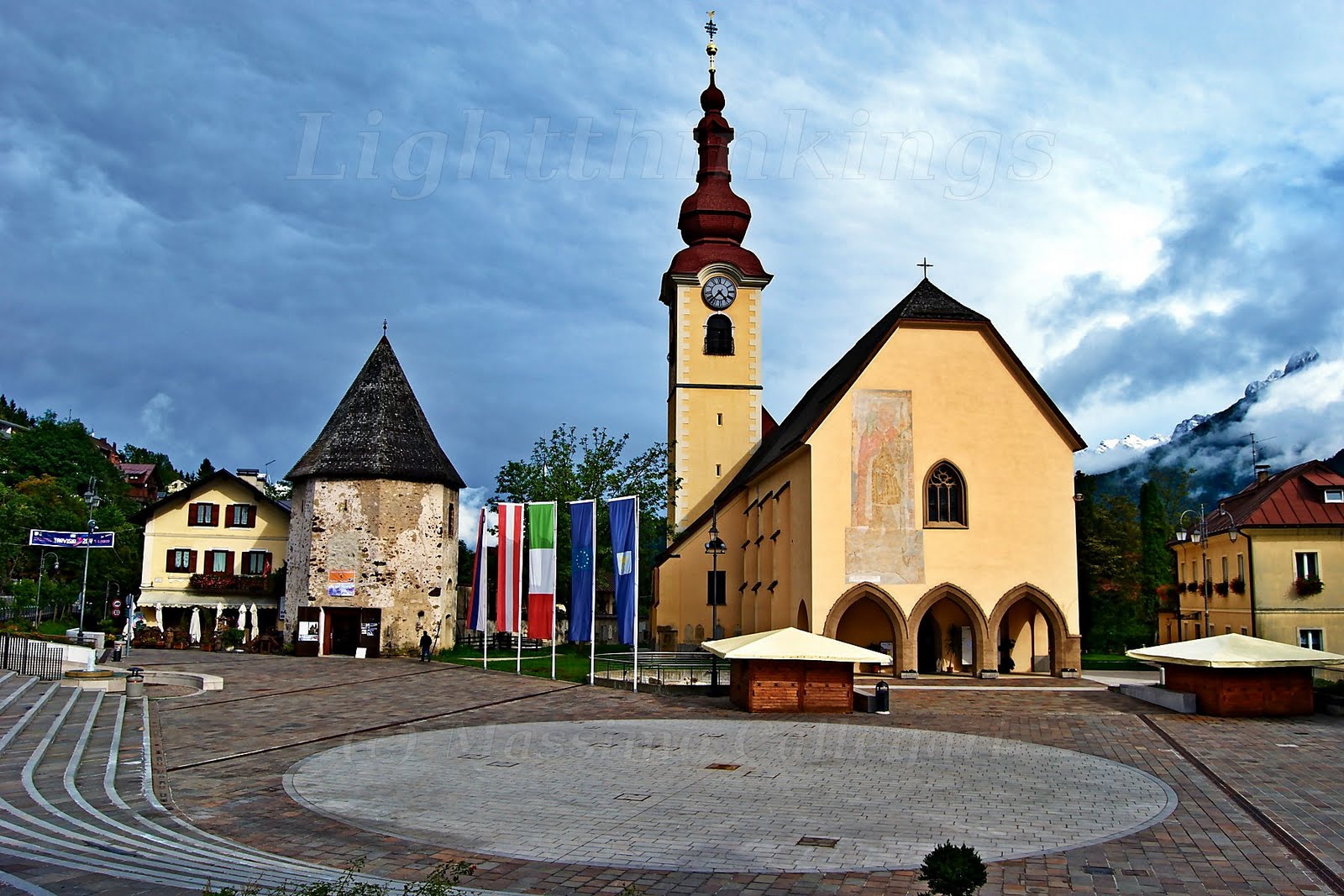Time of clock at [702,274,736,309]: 4:37
